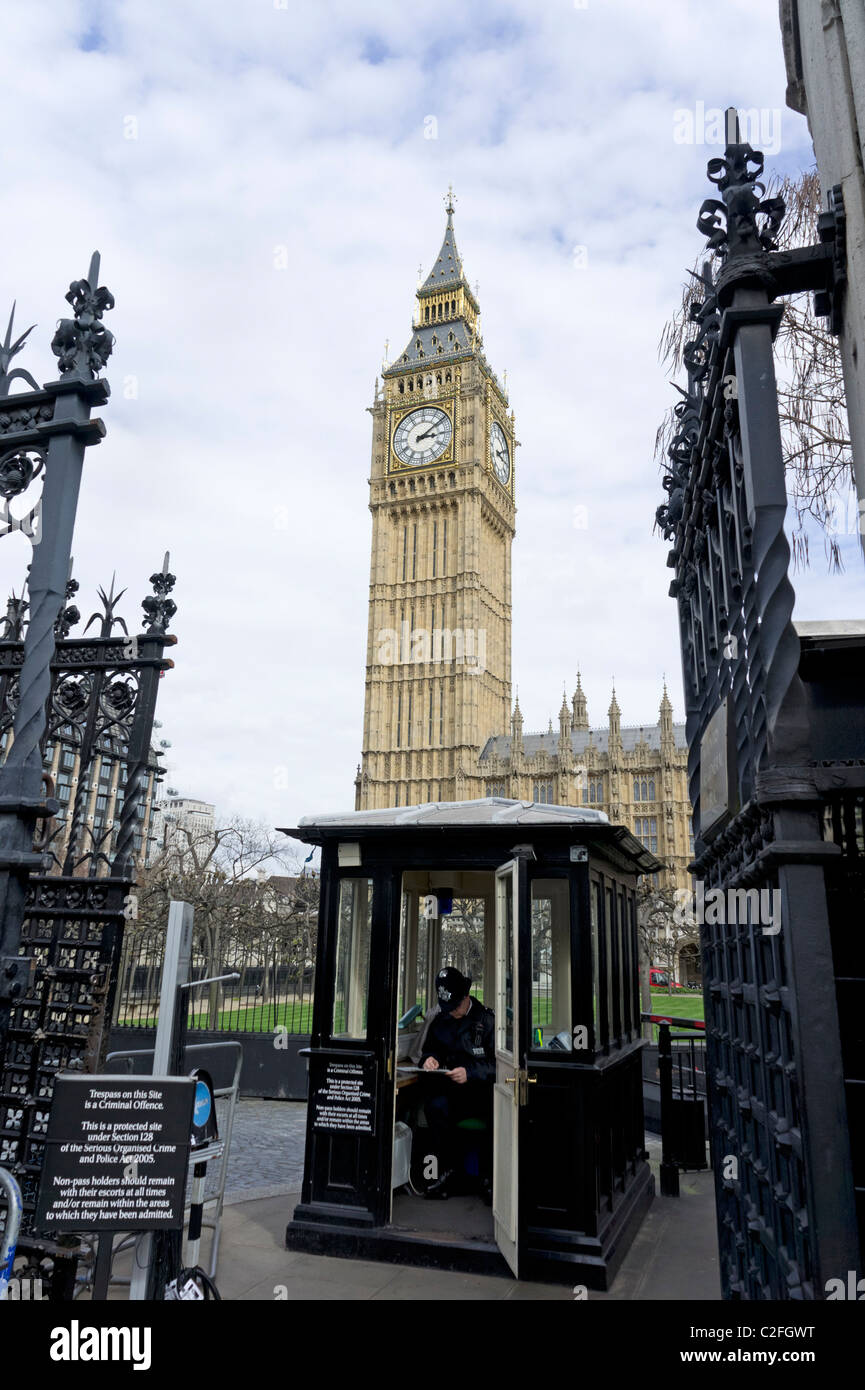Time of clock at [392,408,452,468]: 3:09
